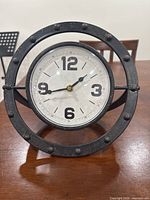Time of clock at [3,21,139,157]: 1:42
